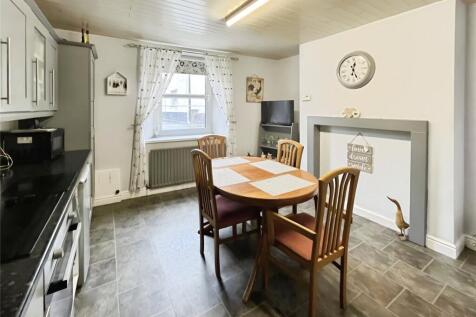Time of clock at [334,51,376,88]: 12:26
